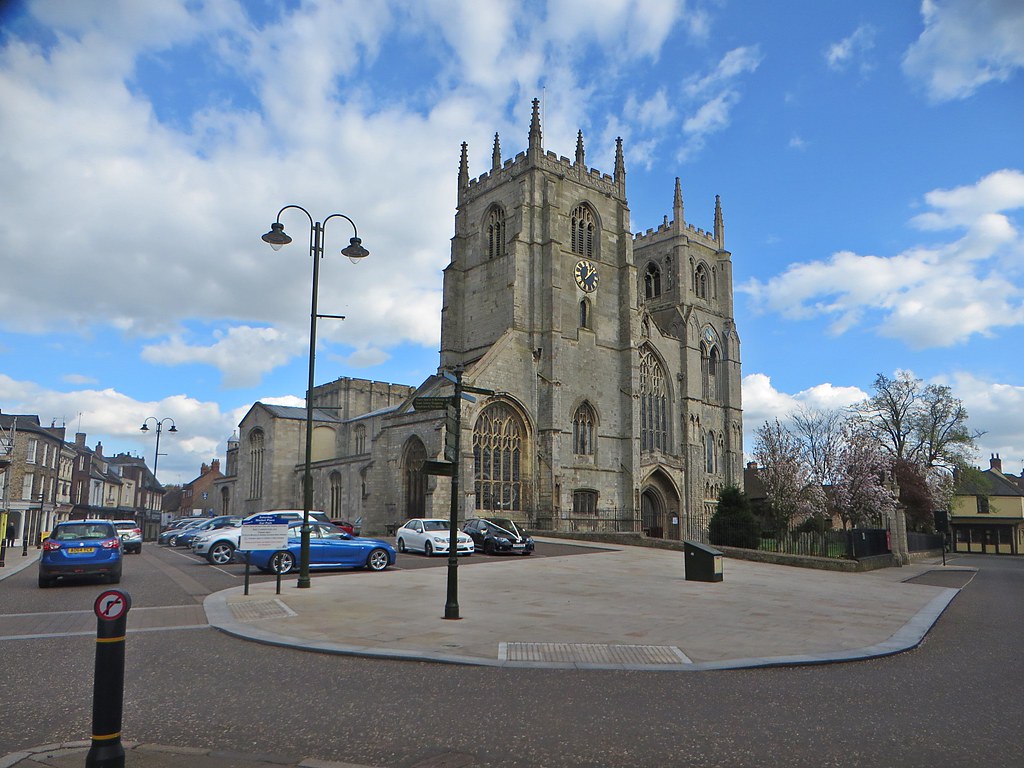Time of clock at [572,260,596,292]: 12:07
